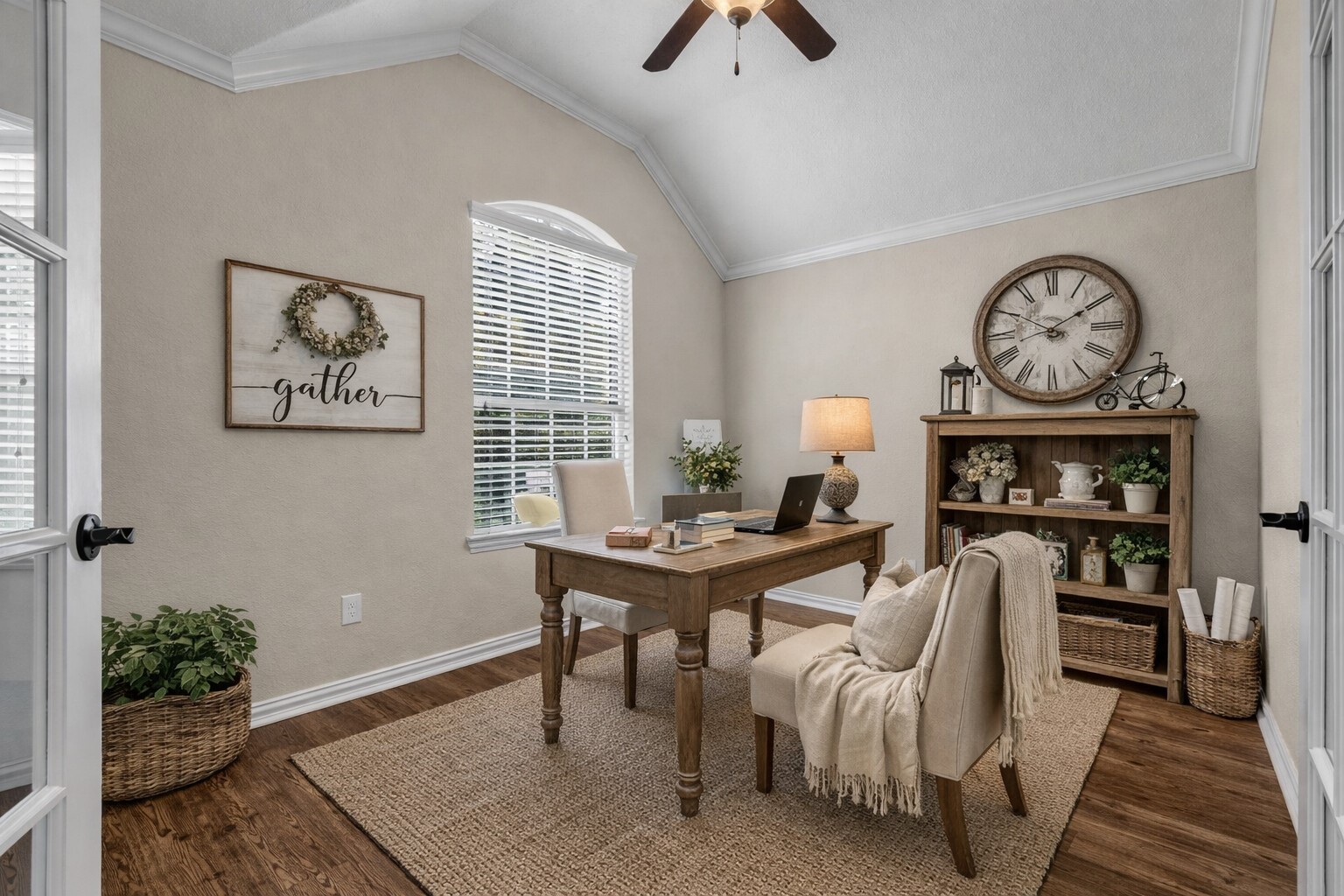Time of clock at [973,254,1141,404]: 1:50
